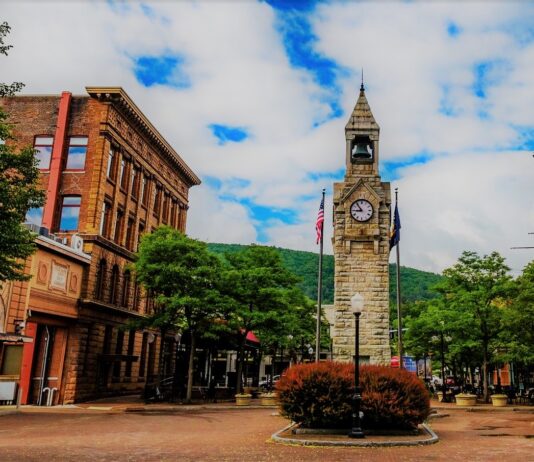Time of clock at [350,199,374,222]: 8:53
